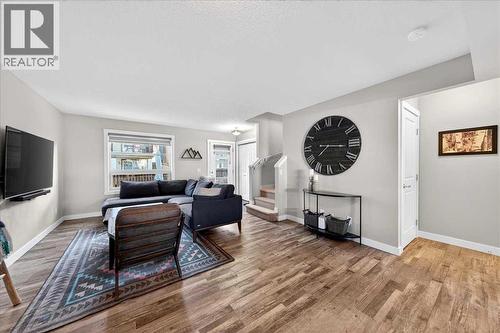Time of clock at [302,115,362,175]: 7:15
